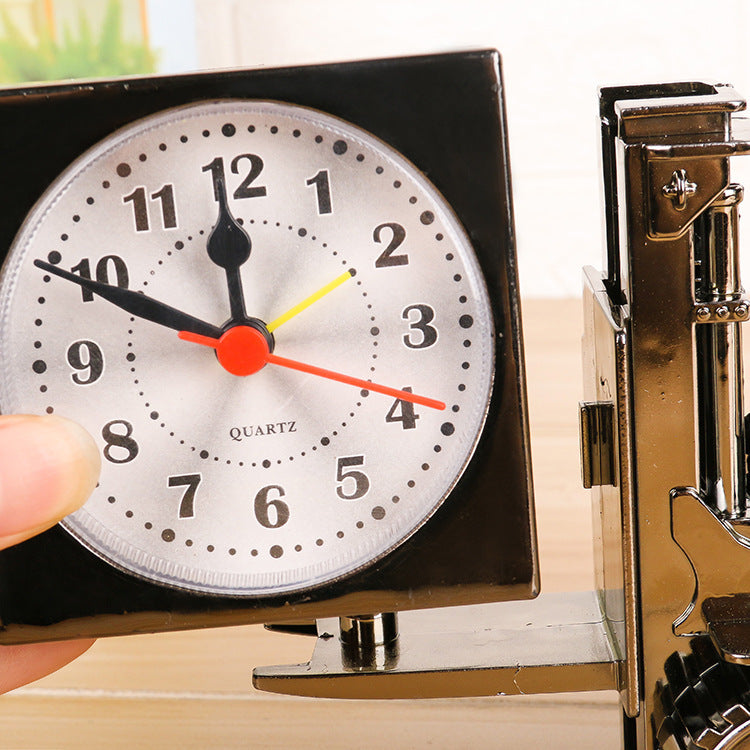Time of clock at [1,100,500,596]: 11:49
